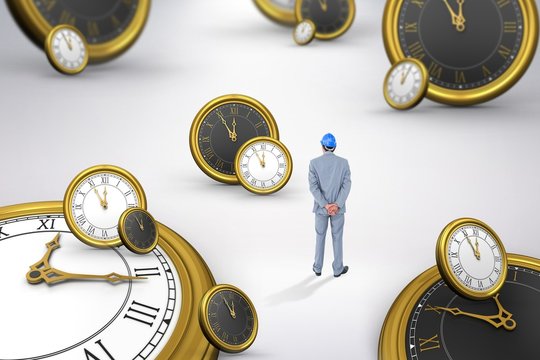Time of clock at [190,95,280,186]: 11:54
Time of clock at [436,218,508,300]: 11:54
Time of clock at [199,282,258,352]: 11:54
